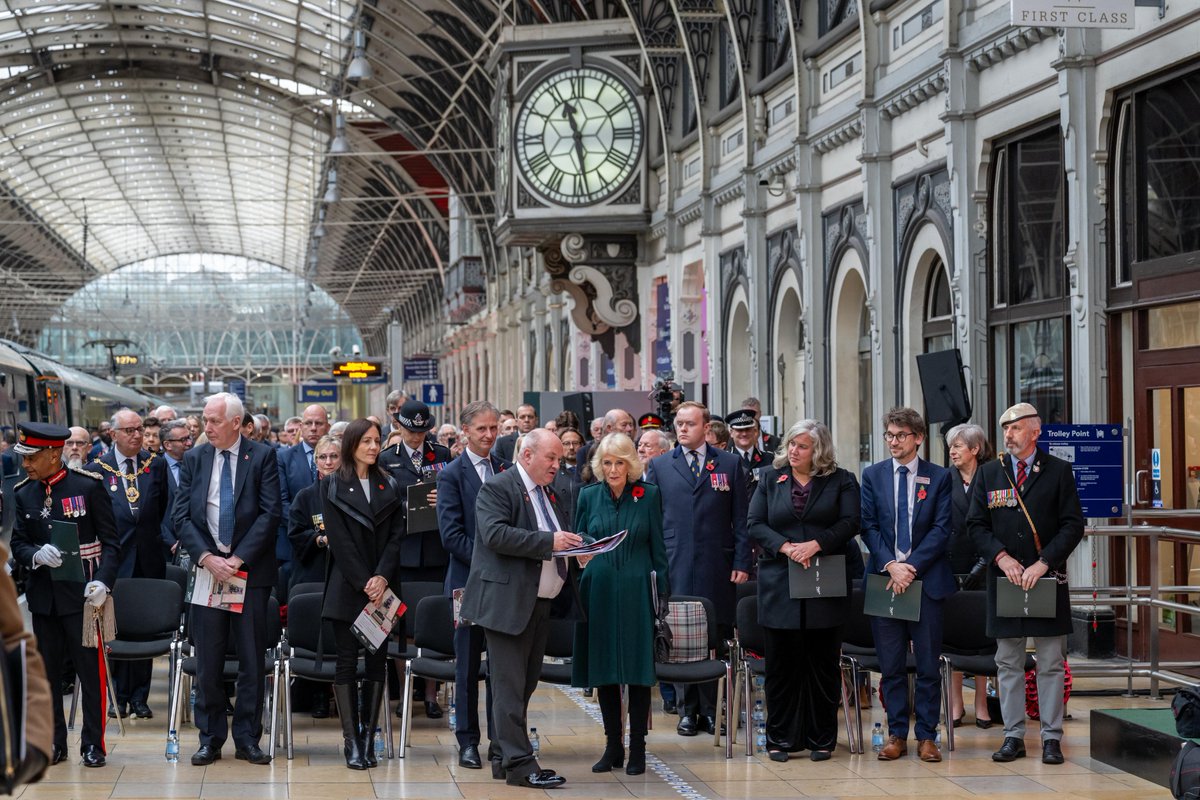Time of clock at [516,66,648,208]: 11:28
